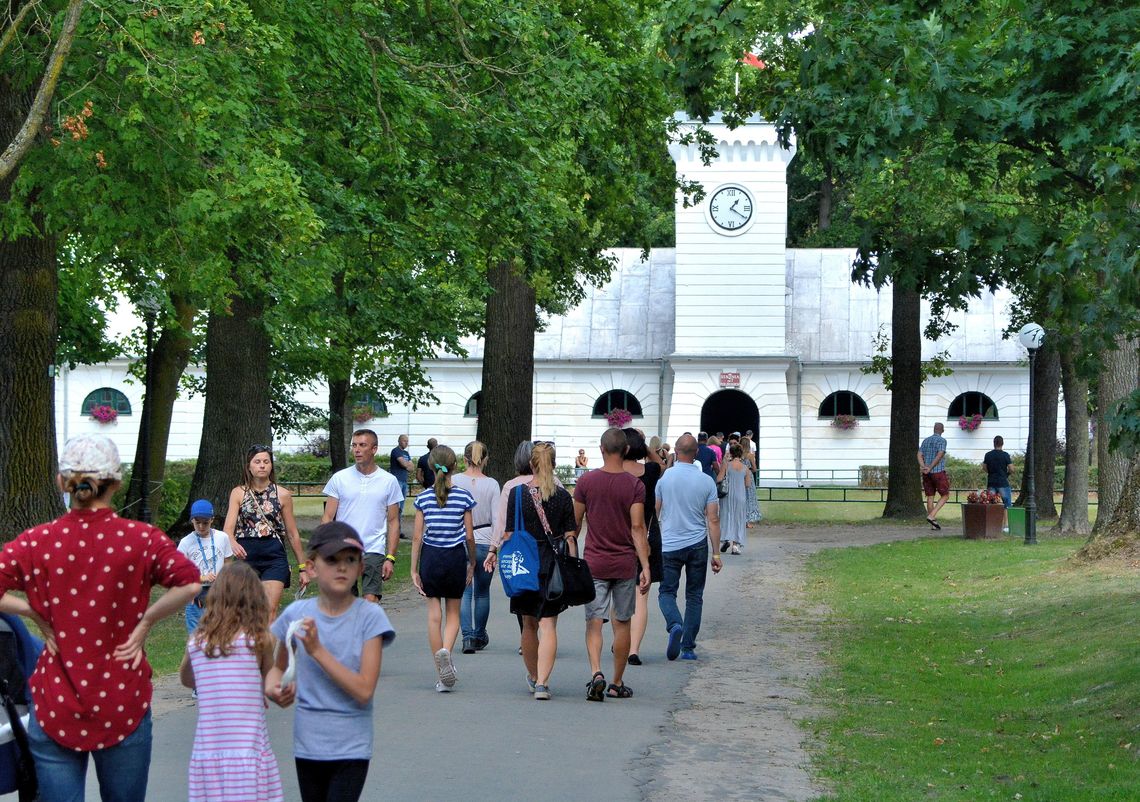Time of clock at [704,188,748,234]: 1:20
